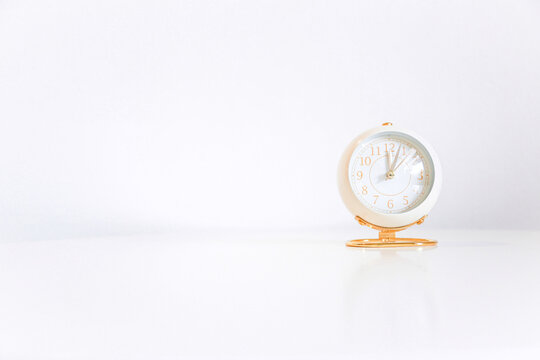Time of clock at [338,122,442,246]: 12:03
